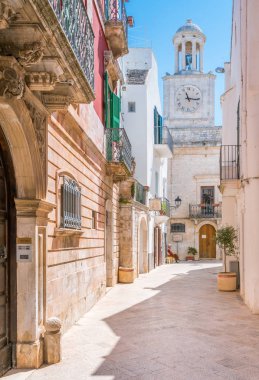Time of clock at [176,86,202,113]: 11:16
